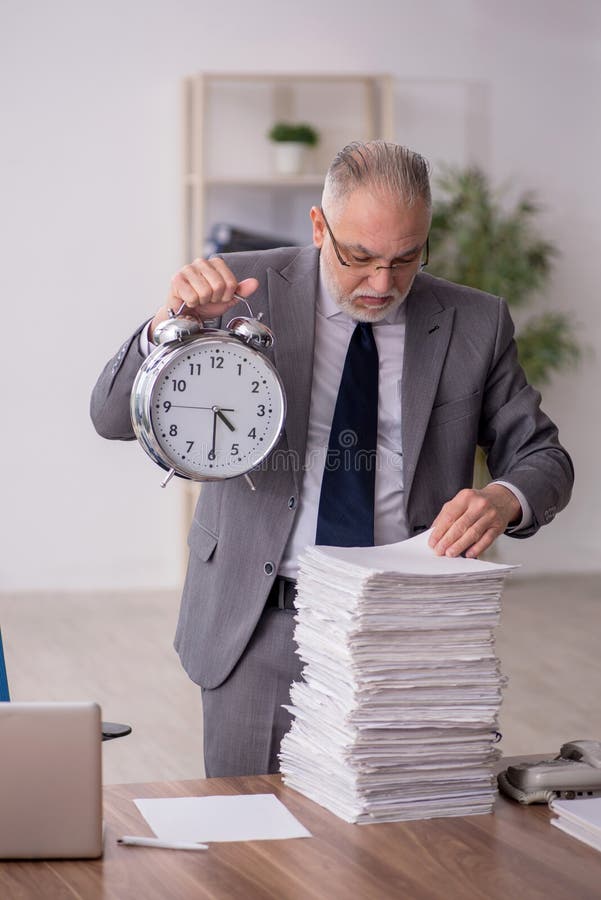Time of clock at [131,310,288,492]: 4:29
